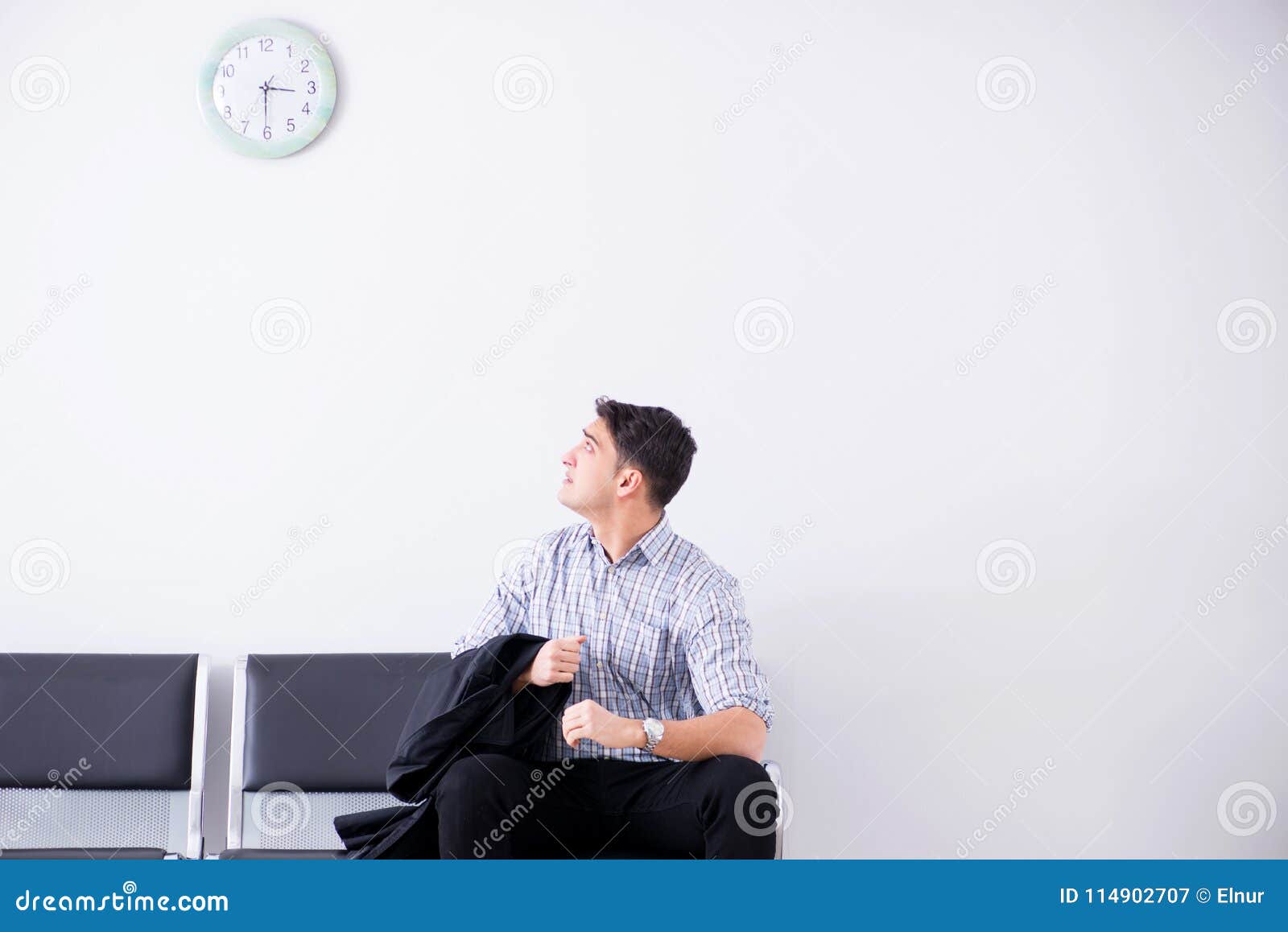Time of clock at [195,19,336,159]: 3:30
